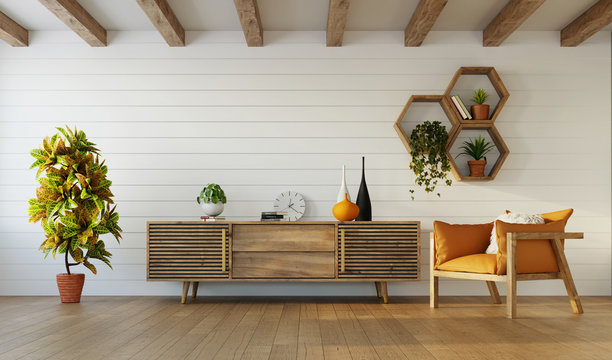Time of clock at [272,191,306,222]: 12:21
